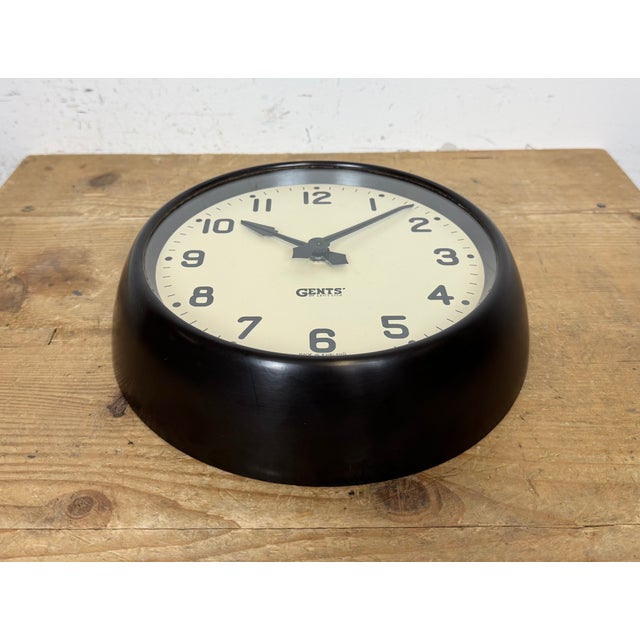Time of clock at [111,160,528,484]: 10:08
